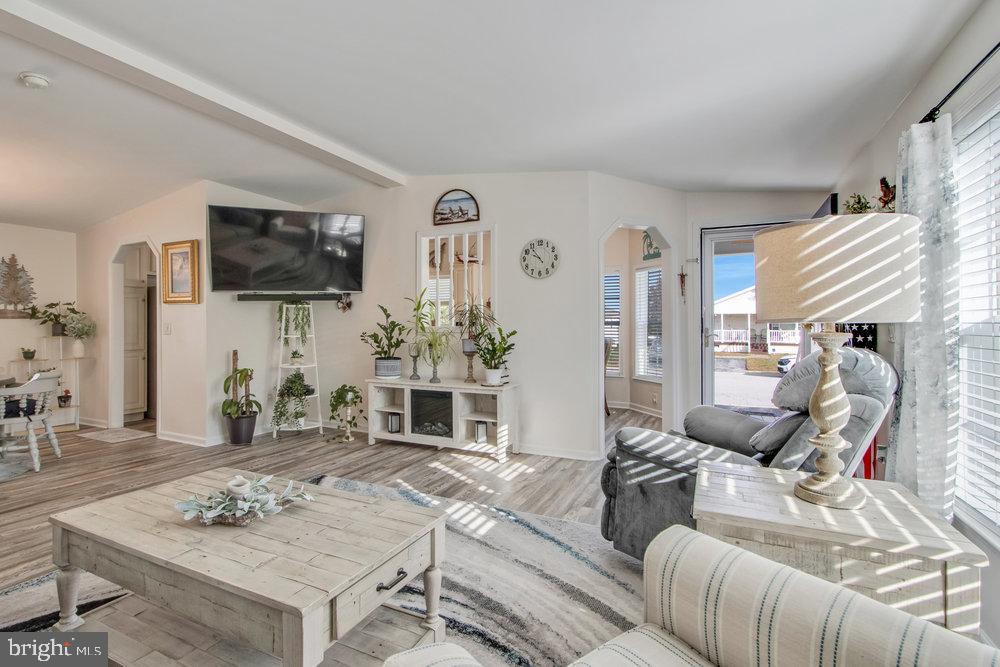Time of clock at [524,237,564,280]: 9:53
